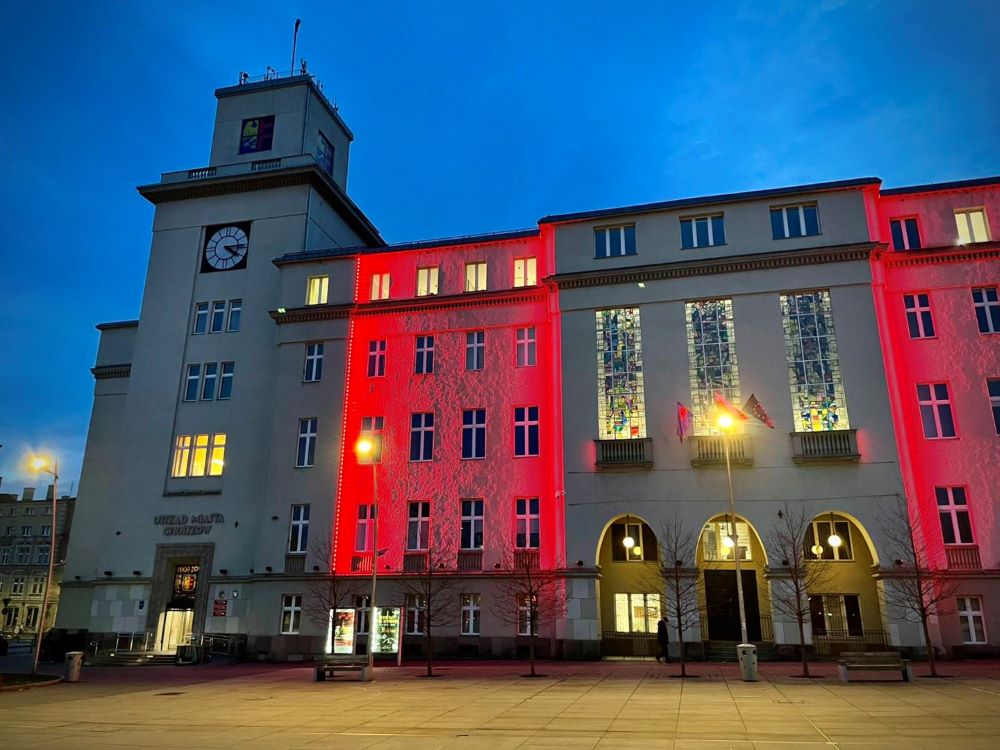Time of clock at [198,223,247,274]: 4:14
